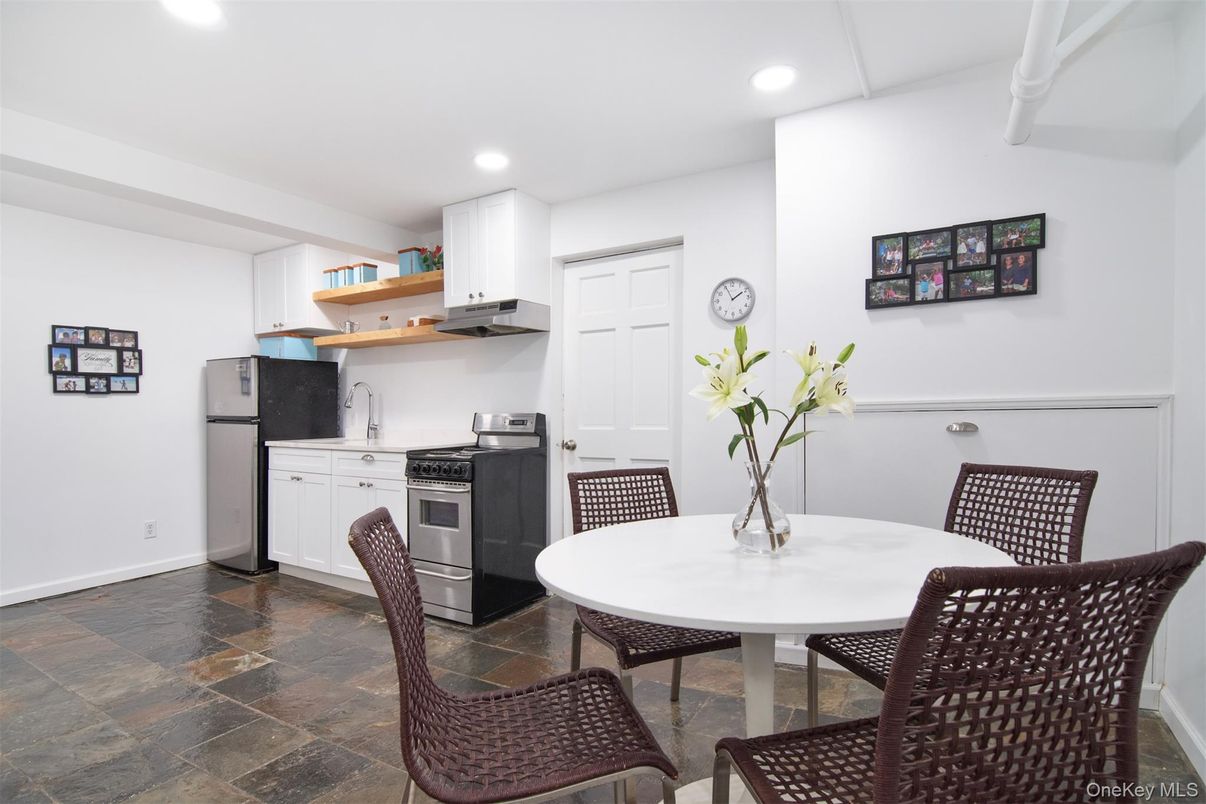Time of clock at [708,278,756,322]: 1:55
